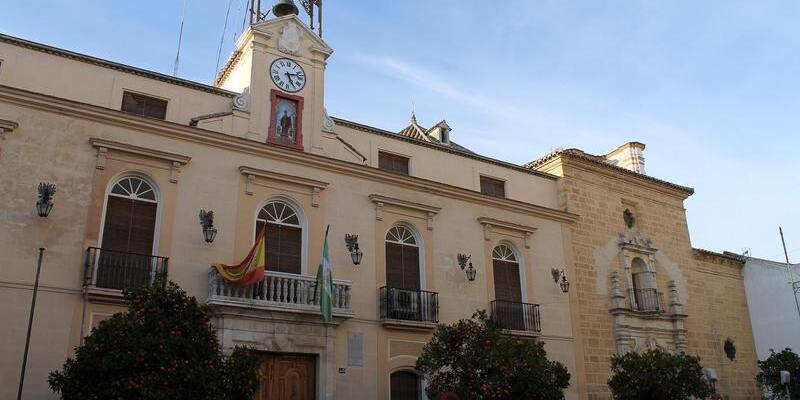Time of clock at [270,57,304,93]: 5:12
